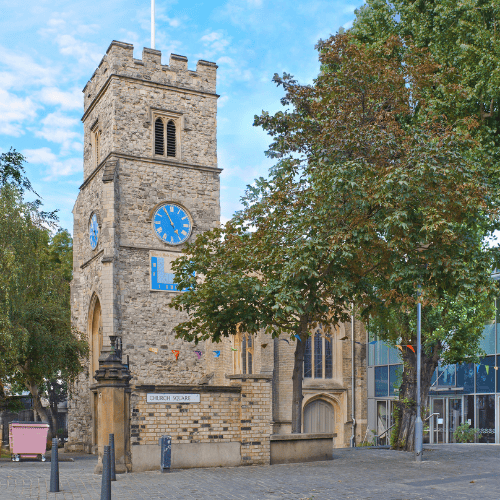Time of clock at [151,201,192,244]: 4:55
